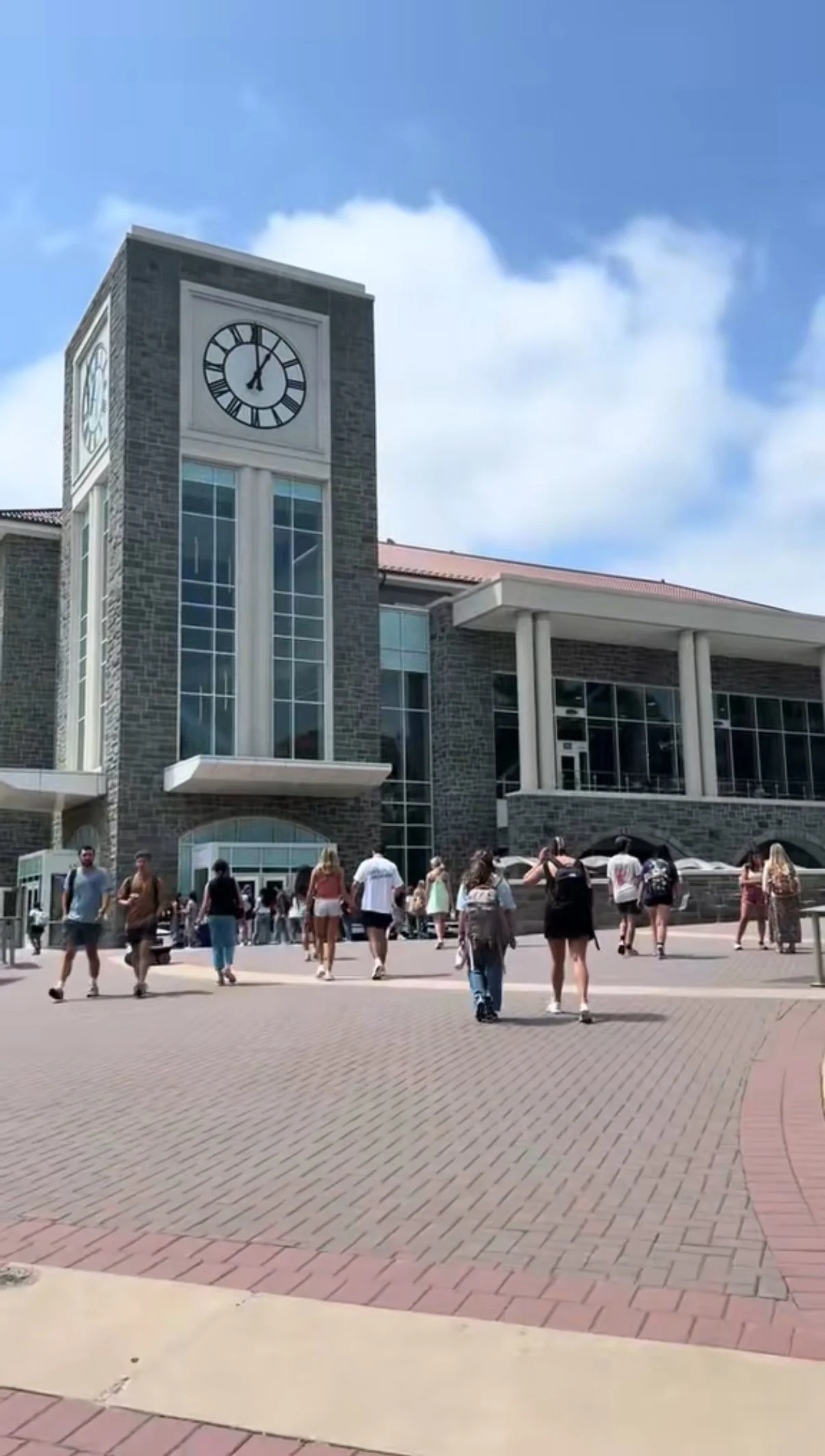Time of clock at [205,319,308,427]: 12:59
